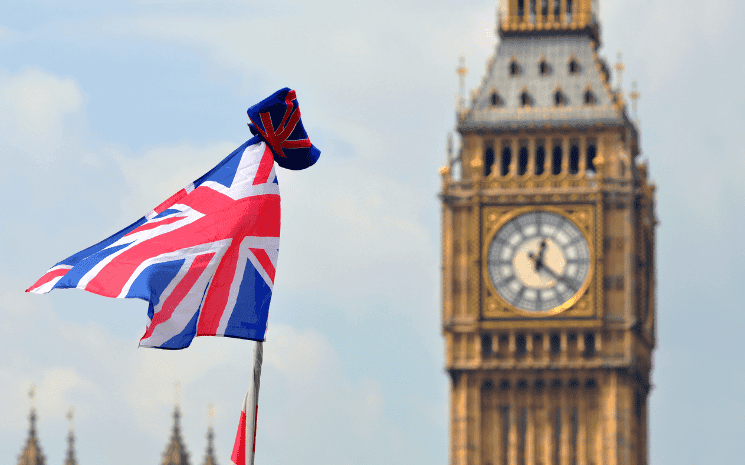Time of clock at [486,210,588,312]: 12:21
